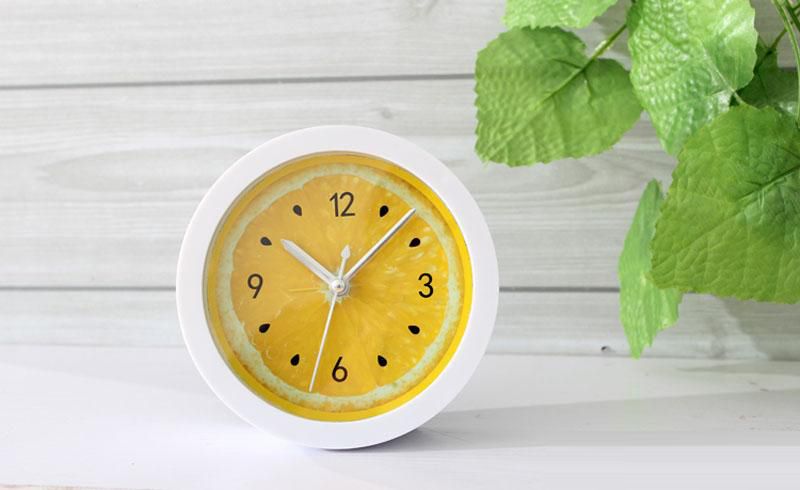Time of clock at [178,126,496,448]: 10:07
